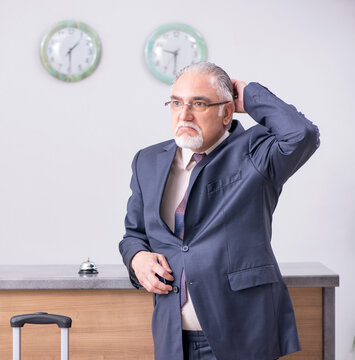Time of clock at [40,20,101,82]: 1:29
